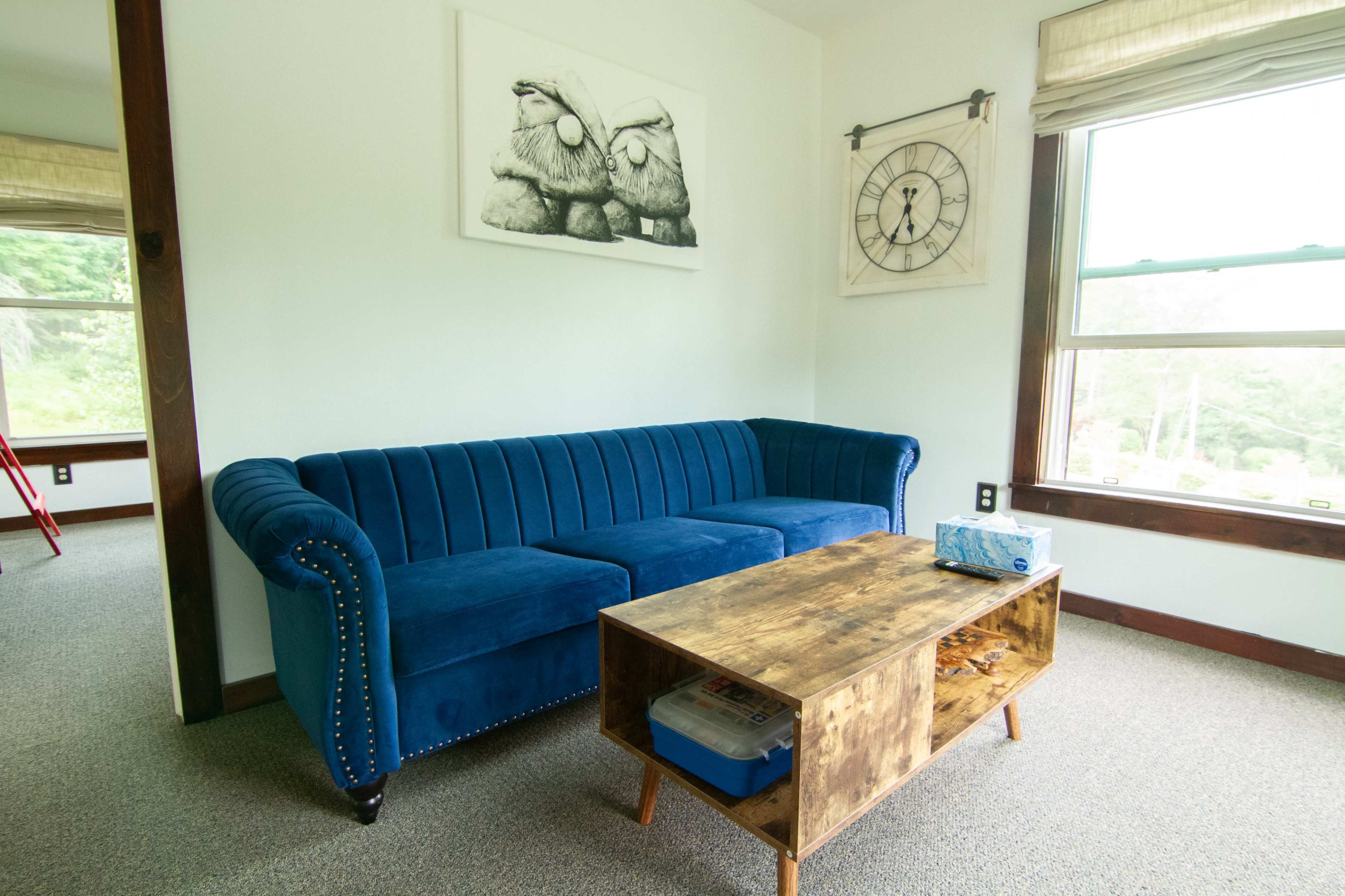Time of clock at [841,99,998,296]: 5:35
